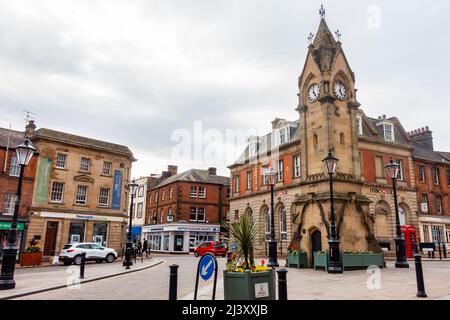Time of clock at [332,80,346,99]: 5:02
